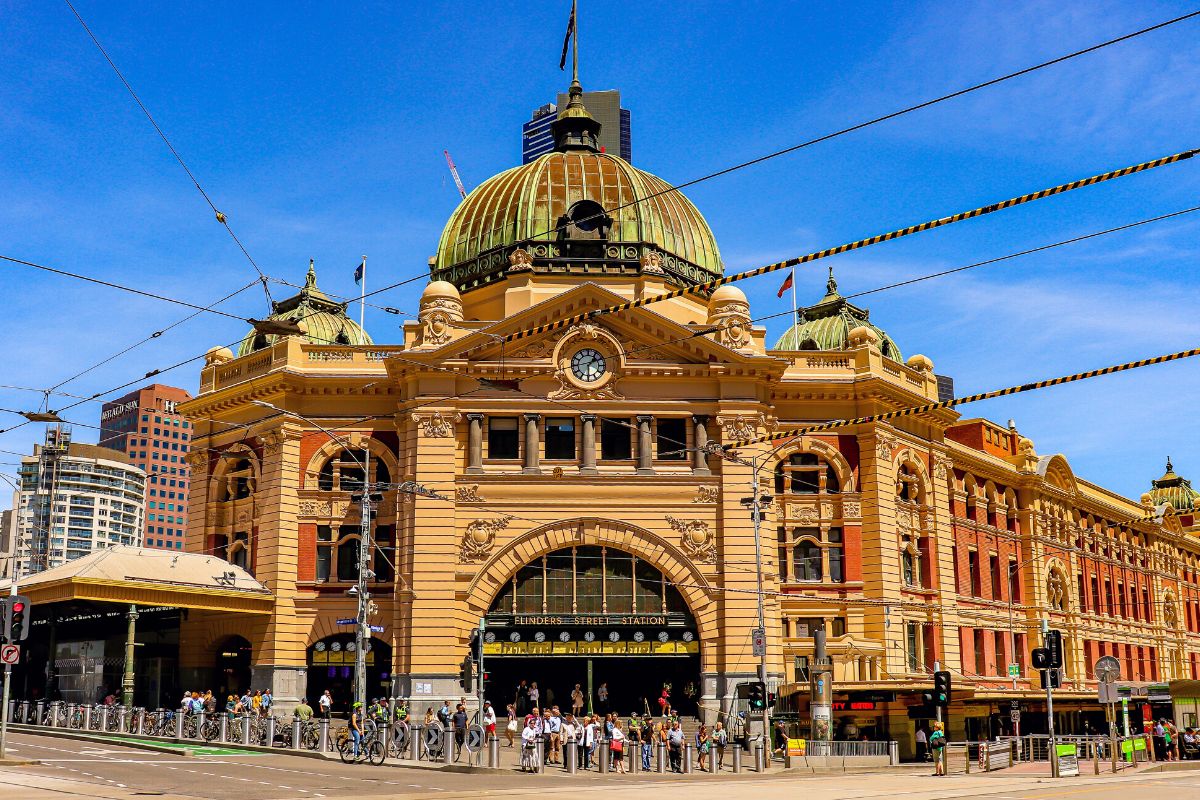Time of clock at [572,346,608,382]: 1:29
